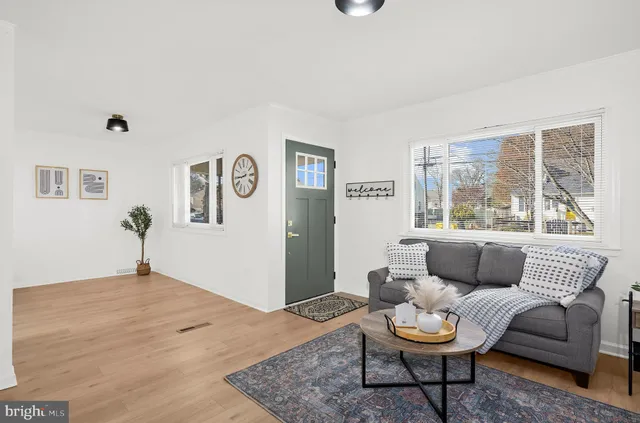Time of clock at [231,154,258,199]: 8:44
